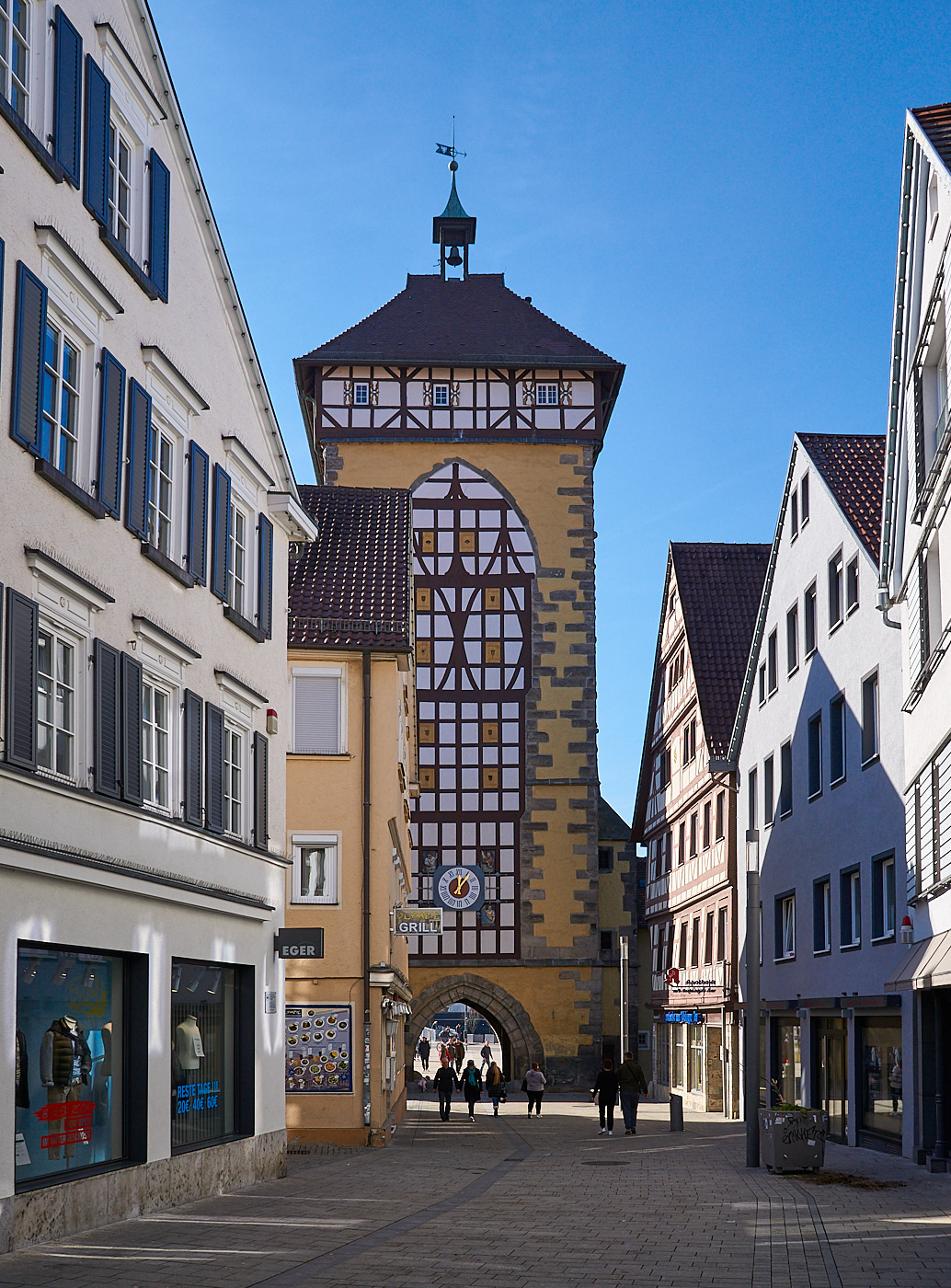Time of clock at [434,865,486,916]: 12:06
